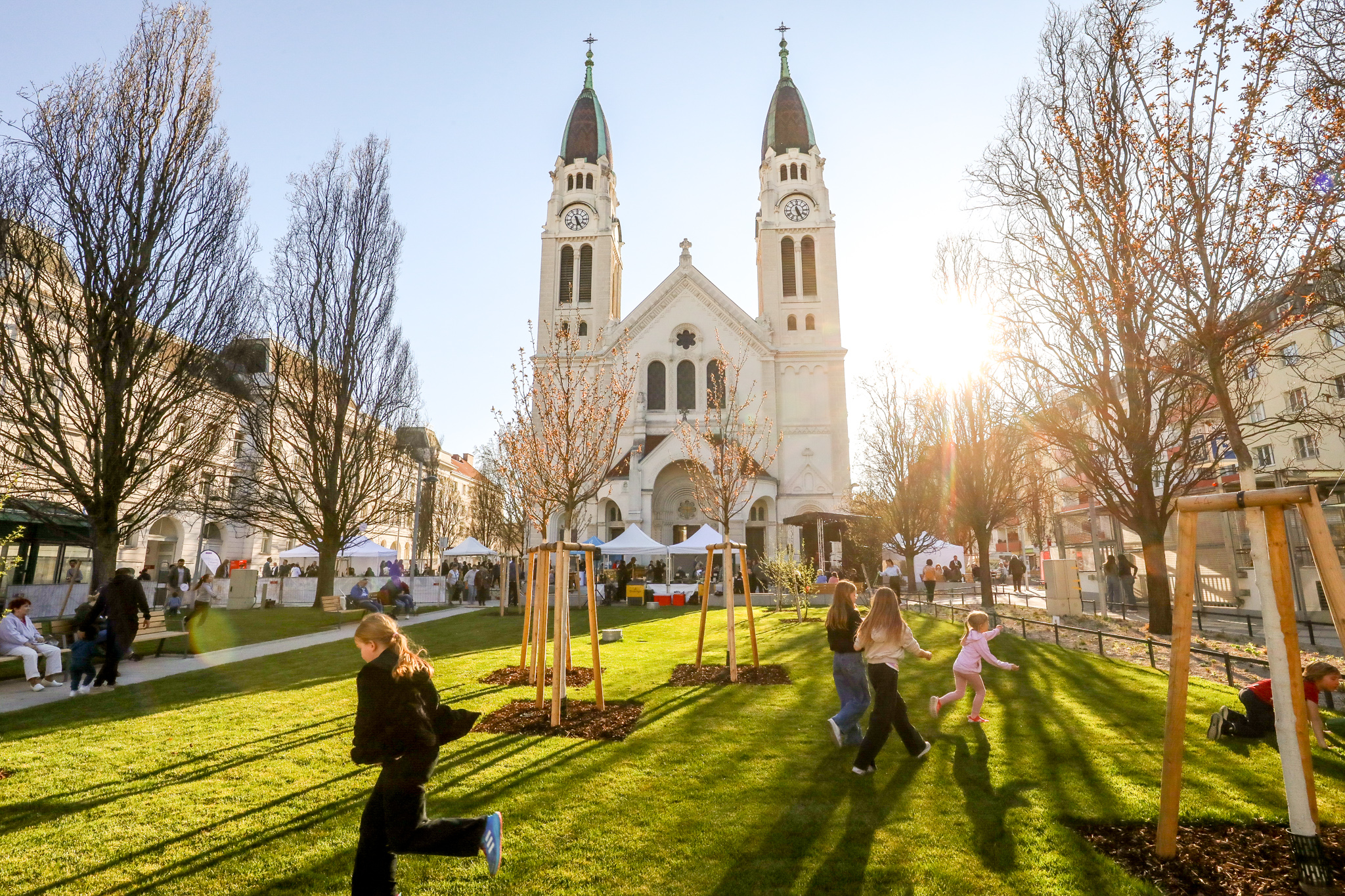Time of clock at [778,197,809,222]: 11:25
